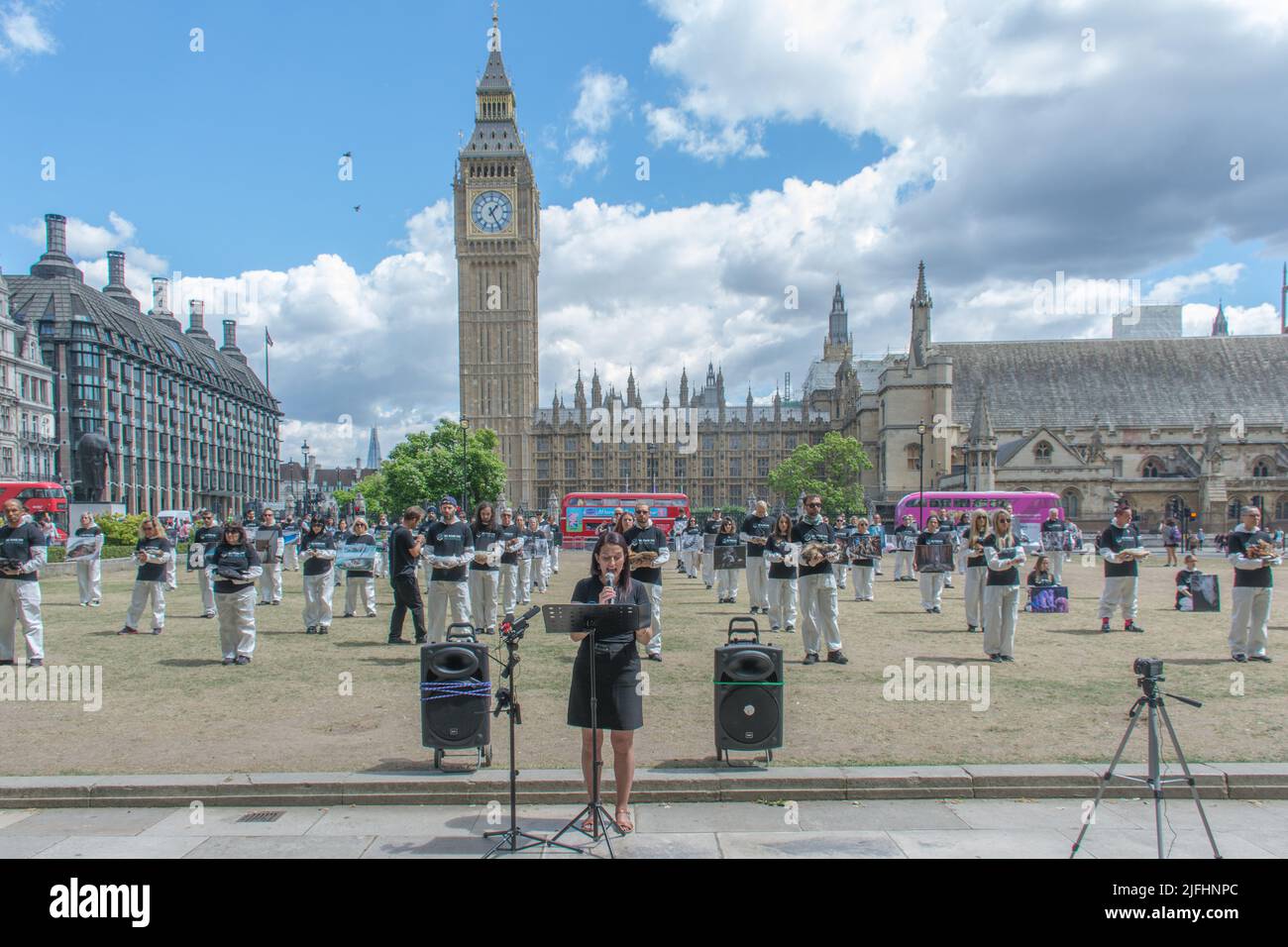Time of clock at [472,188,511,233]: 1:25
